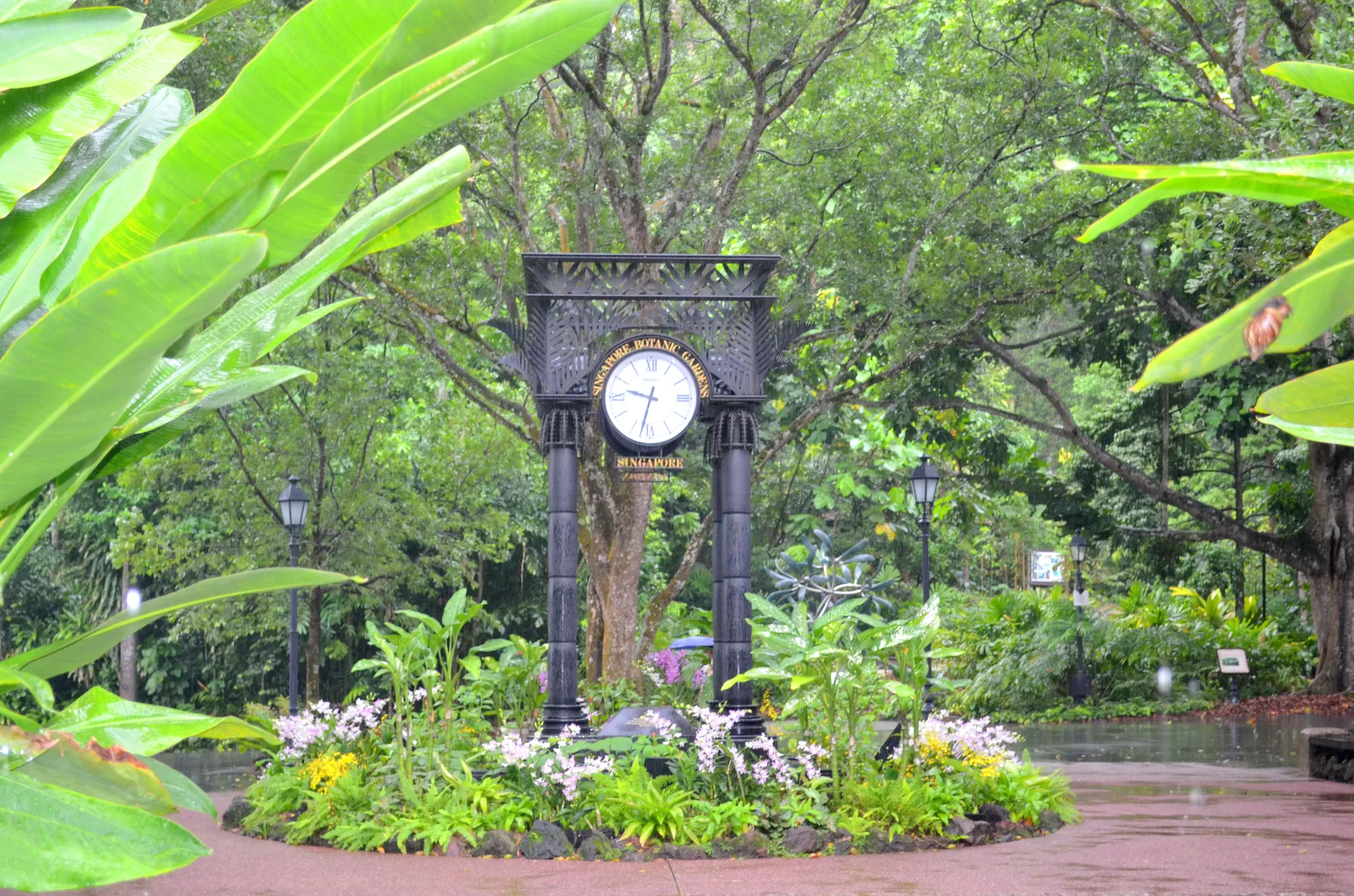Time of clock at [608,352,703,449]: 9:32
